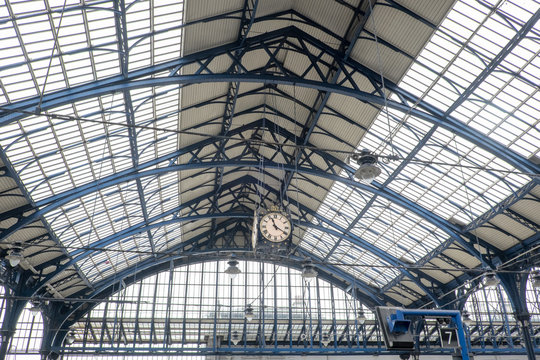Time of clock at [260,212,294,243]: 11:20
